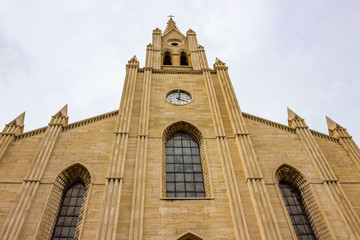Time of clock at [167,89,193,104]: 4:01
